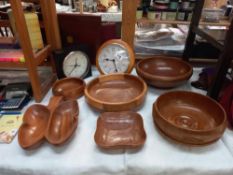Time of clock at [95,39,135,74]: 9:28
